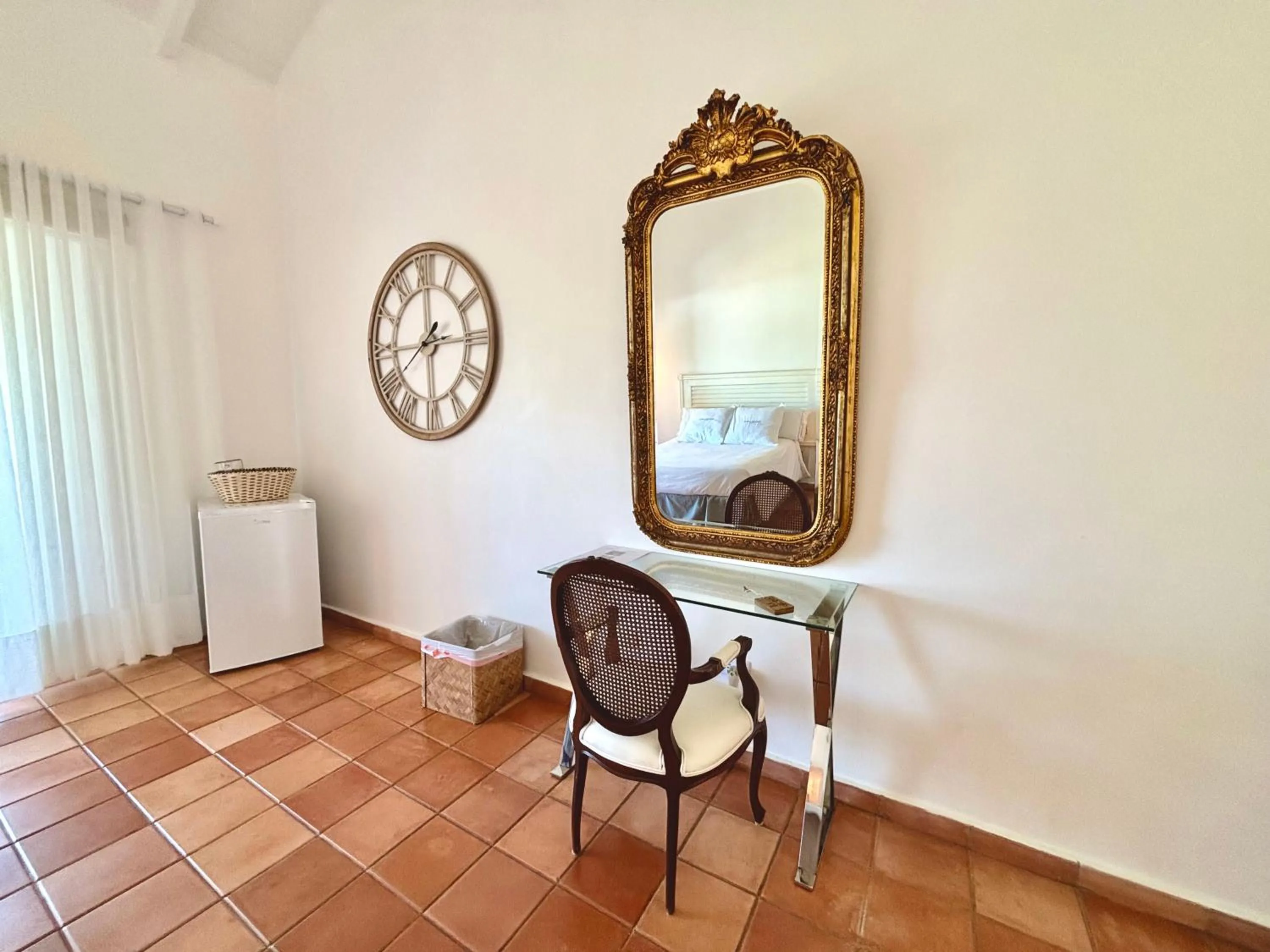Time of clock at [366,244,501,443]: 1:14
